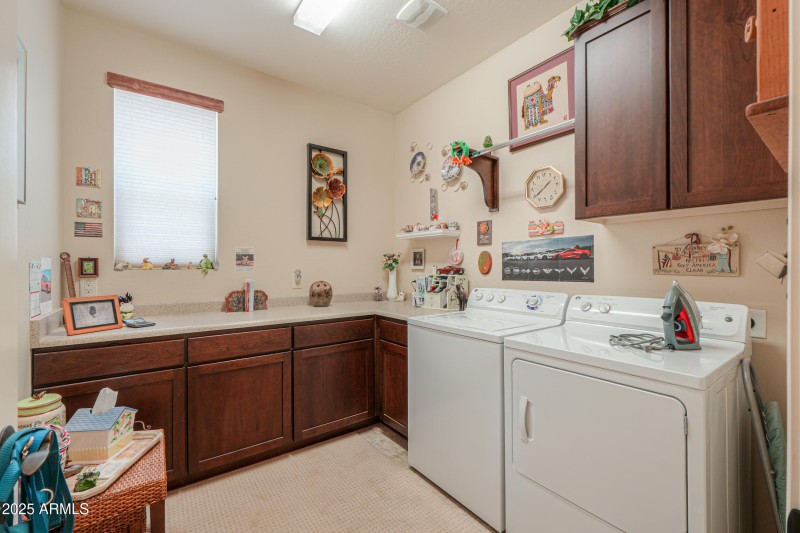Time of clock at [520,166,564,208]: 1:39
